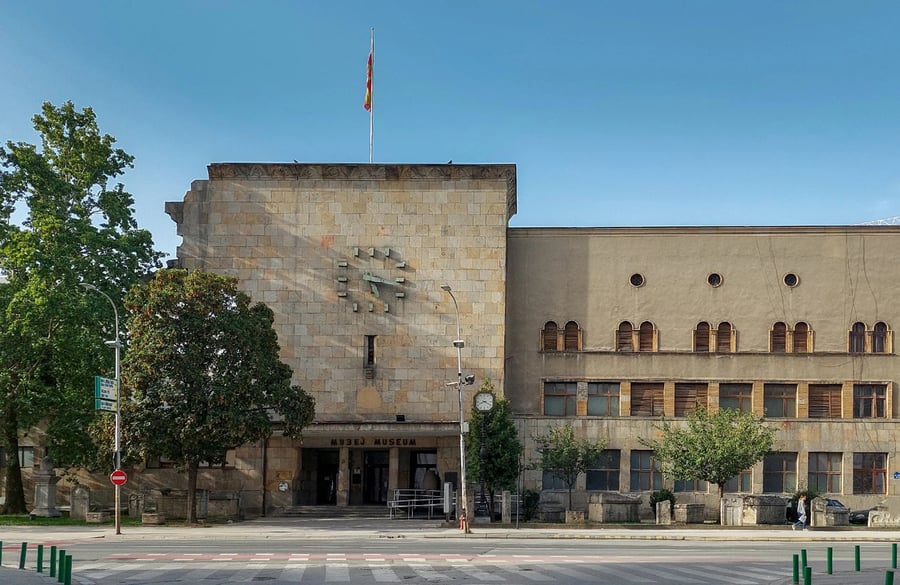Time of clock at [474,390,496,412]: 8:19
